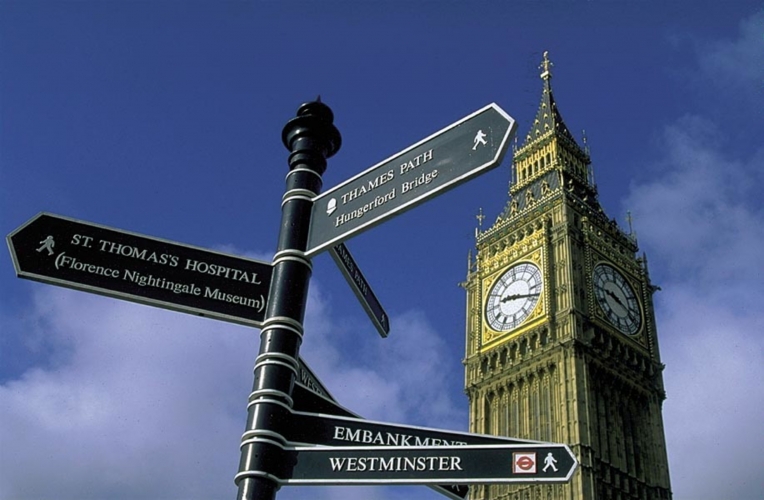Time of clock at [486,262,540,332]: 9:18
